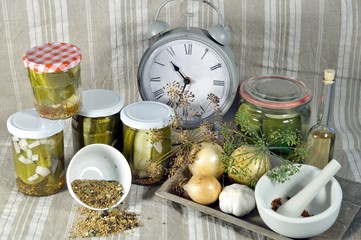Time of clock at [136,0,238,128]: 10:33
